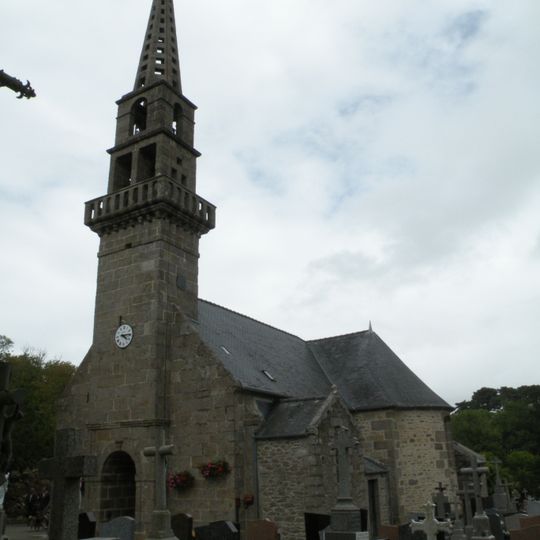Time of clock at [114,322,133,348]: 4:14
